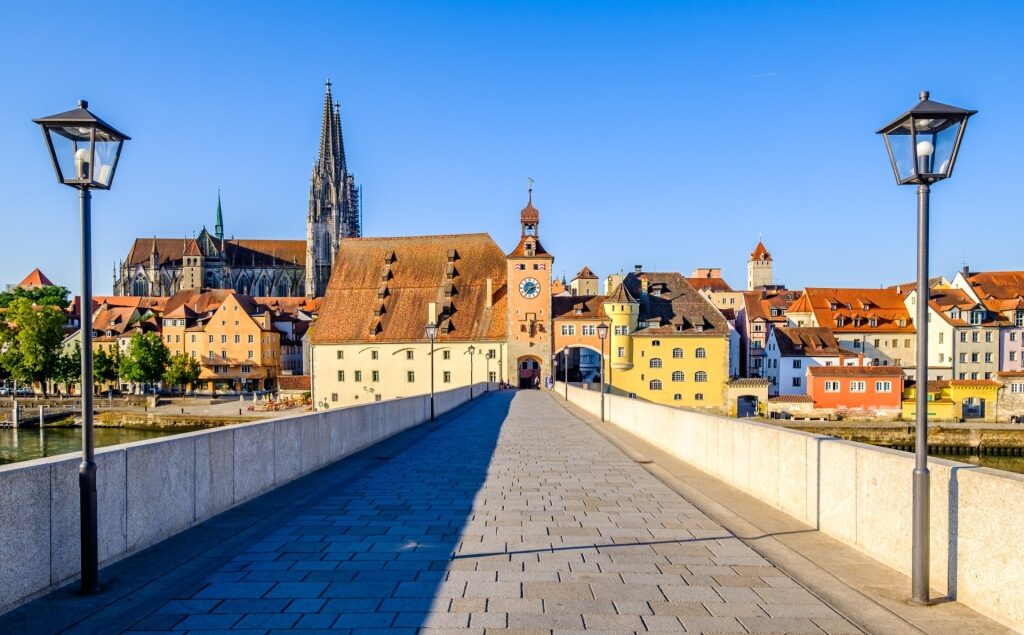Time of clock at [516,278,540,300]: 2:36
